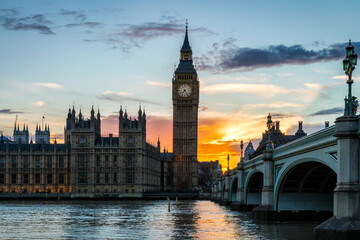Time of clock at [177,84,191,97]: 7:24
